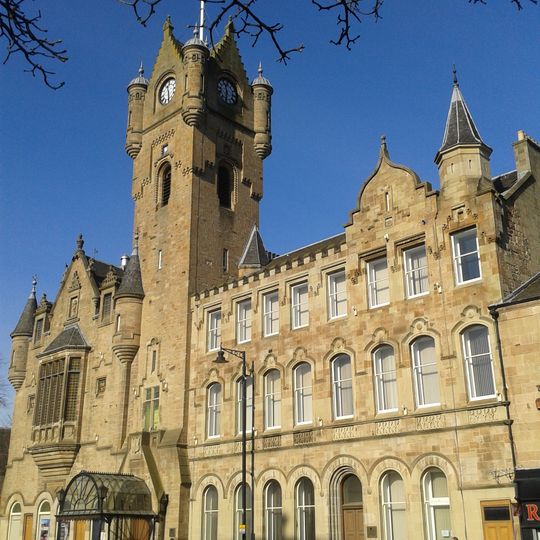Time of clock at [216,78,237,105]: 11:32
